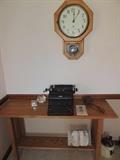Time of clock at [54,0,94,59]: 12:05
